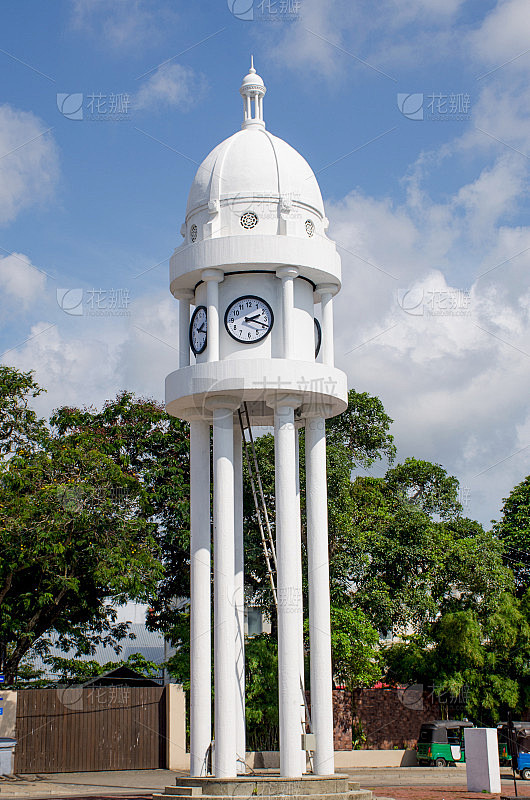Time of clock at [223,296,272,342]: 2:18
